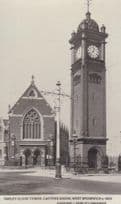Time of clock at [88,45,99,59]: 12:36
